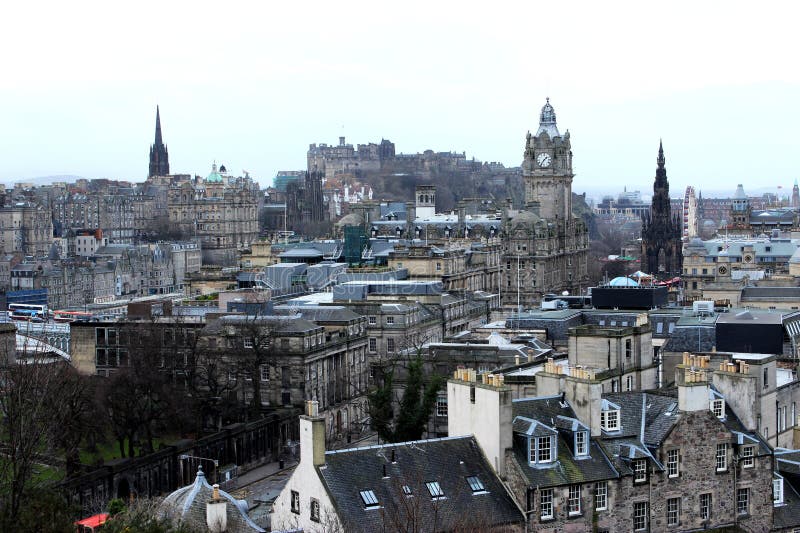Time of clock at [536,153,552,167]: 1:36
